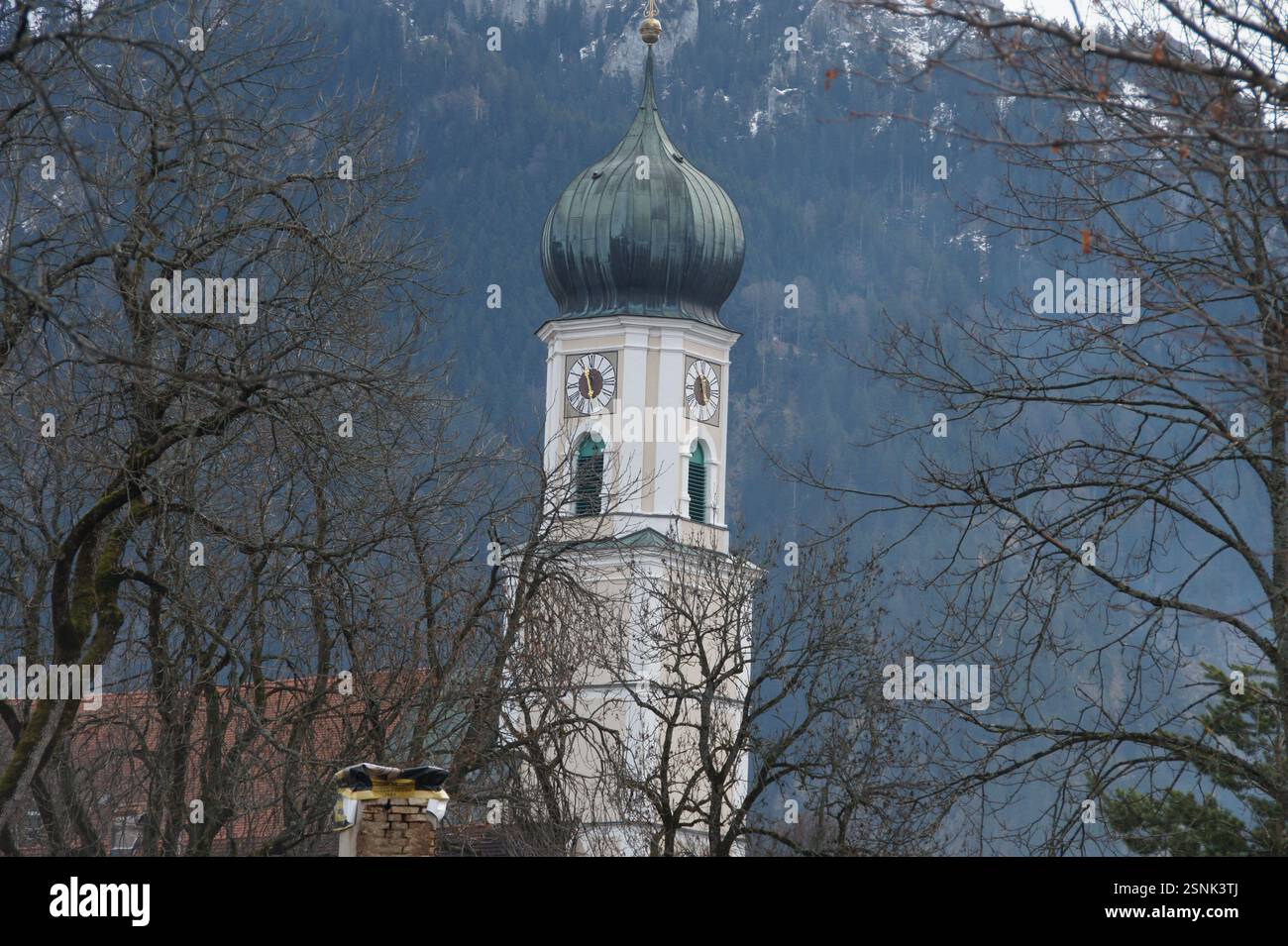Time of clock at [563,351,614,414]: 5:57
